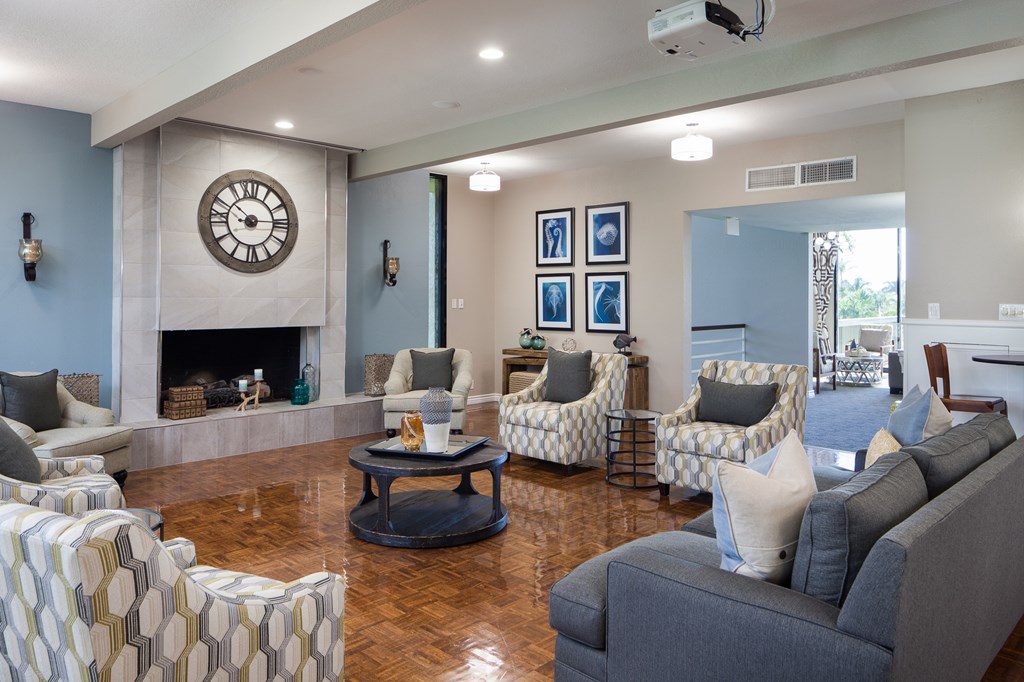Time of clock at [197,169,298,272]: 10:14
